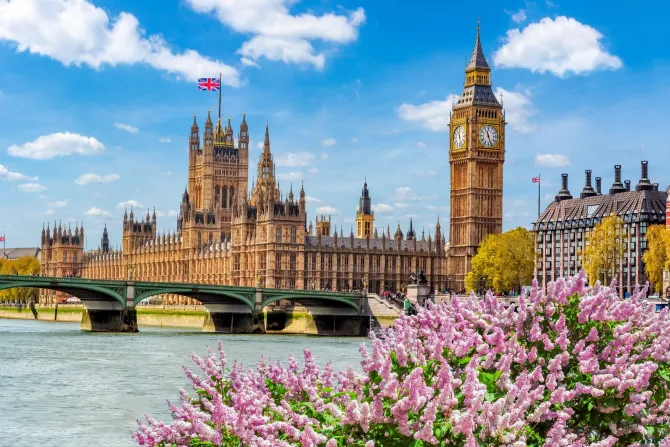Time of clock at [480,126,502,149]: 11:26
